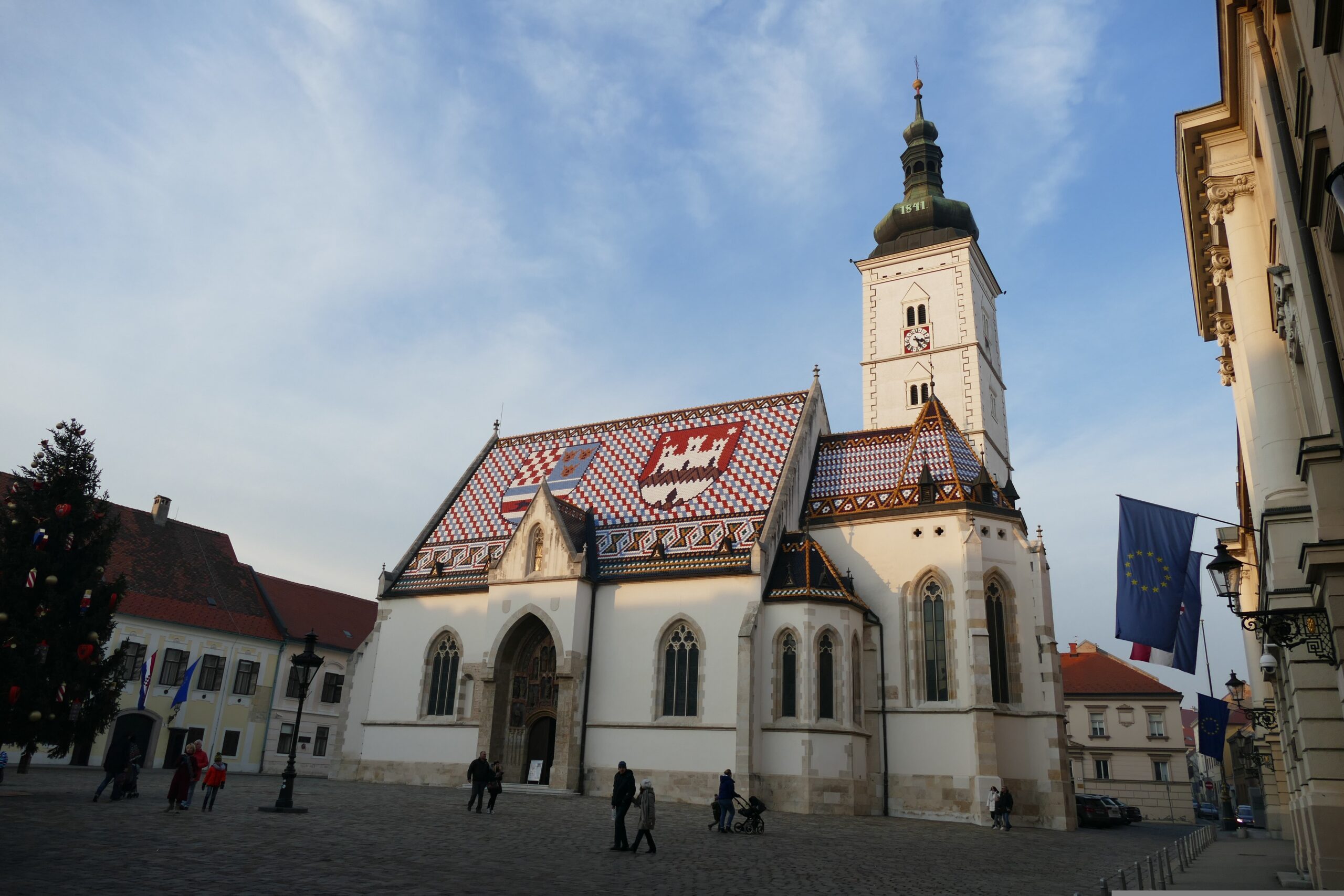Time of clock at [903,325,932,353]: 3:24
